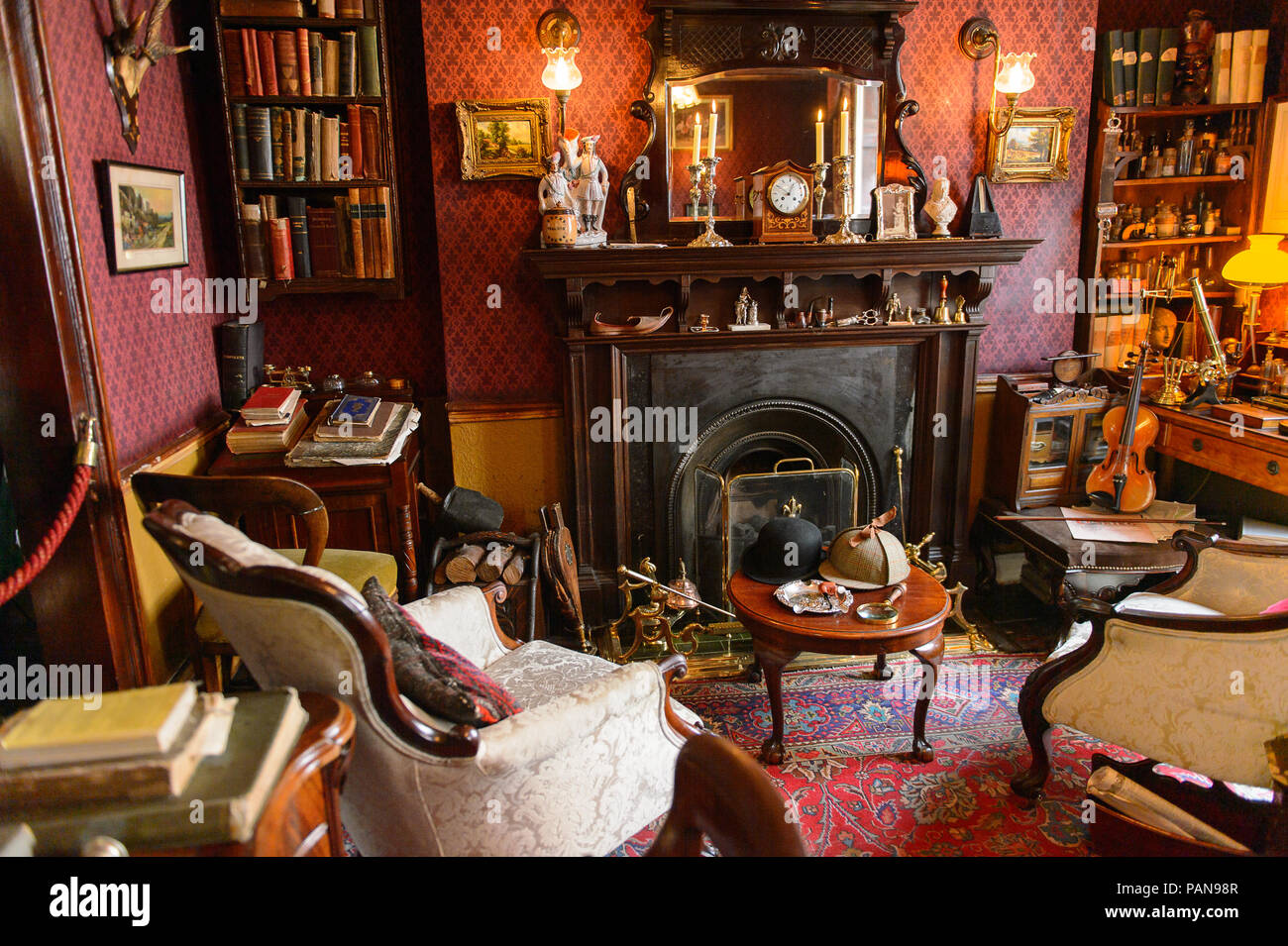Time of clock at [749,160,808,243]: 12:49
